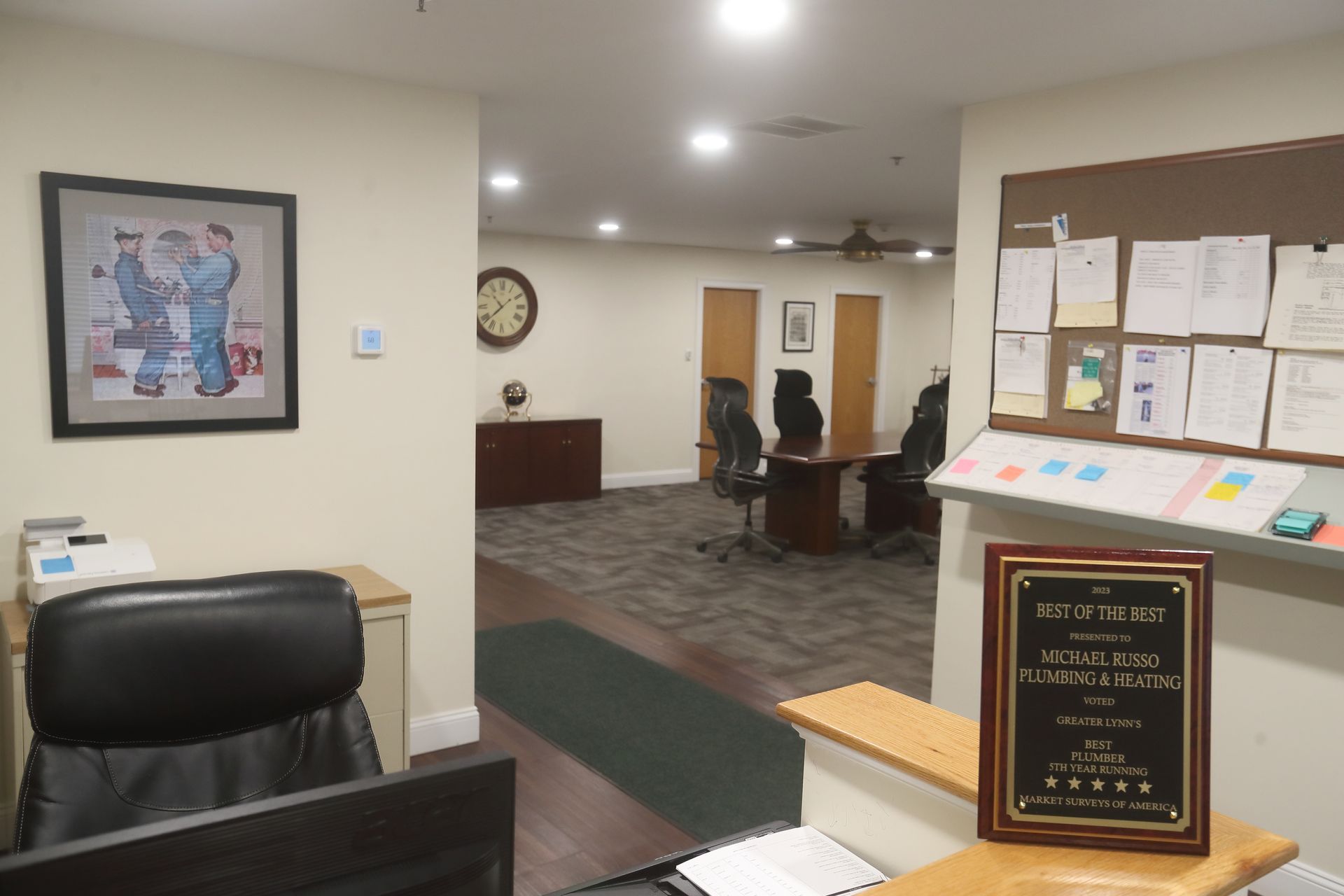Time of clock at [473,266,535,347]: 10:38
